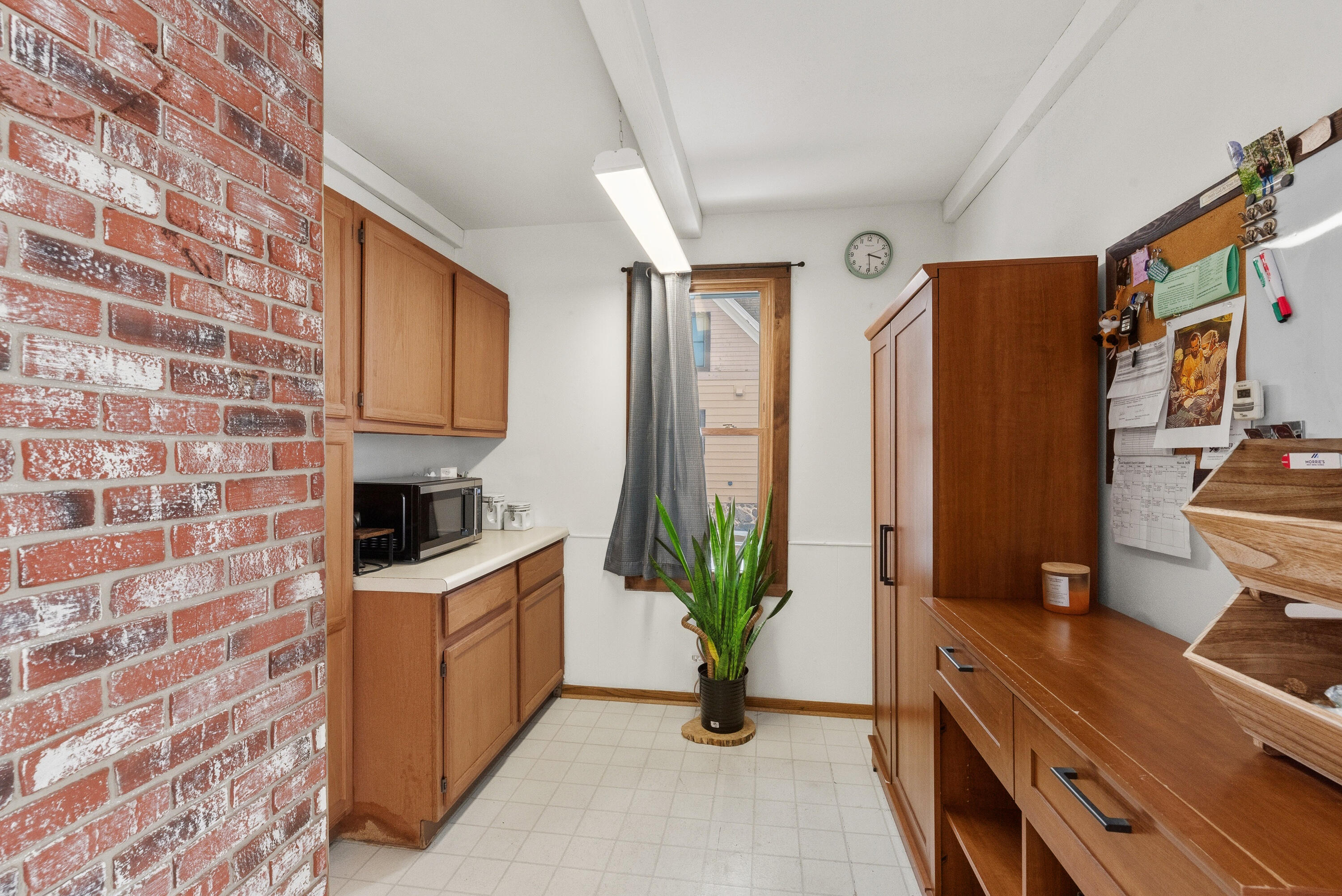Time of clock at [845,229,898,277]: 3:29
